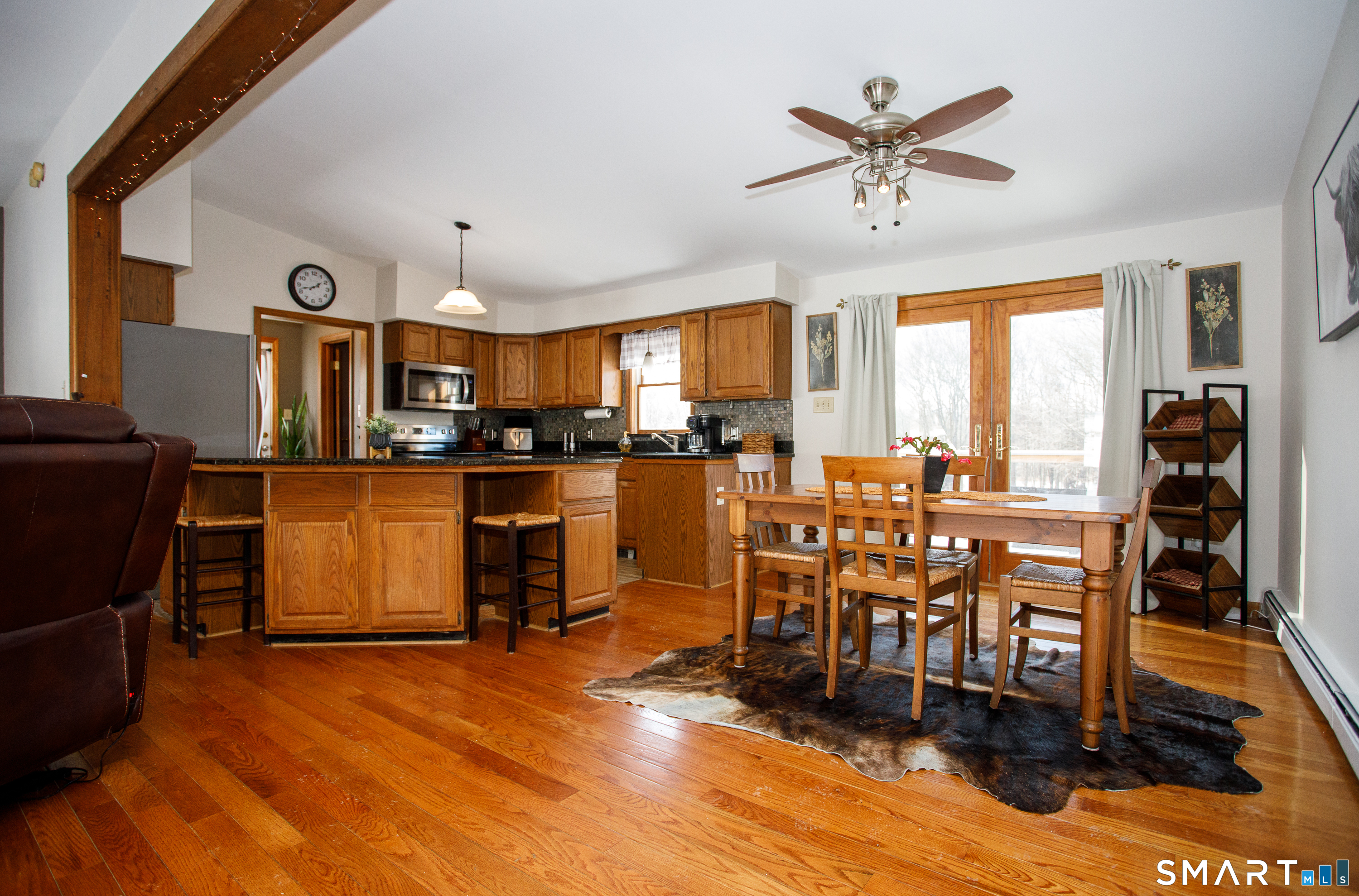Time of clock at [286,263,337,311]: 1:42
